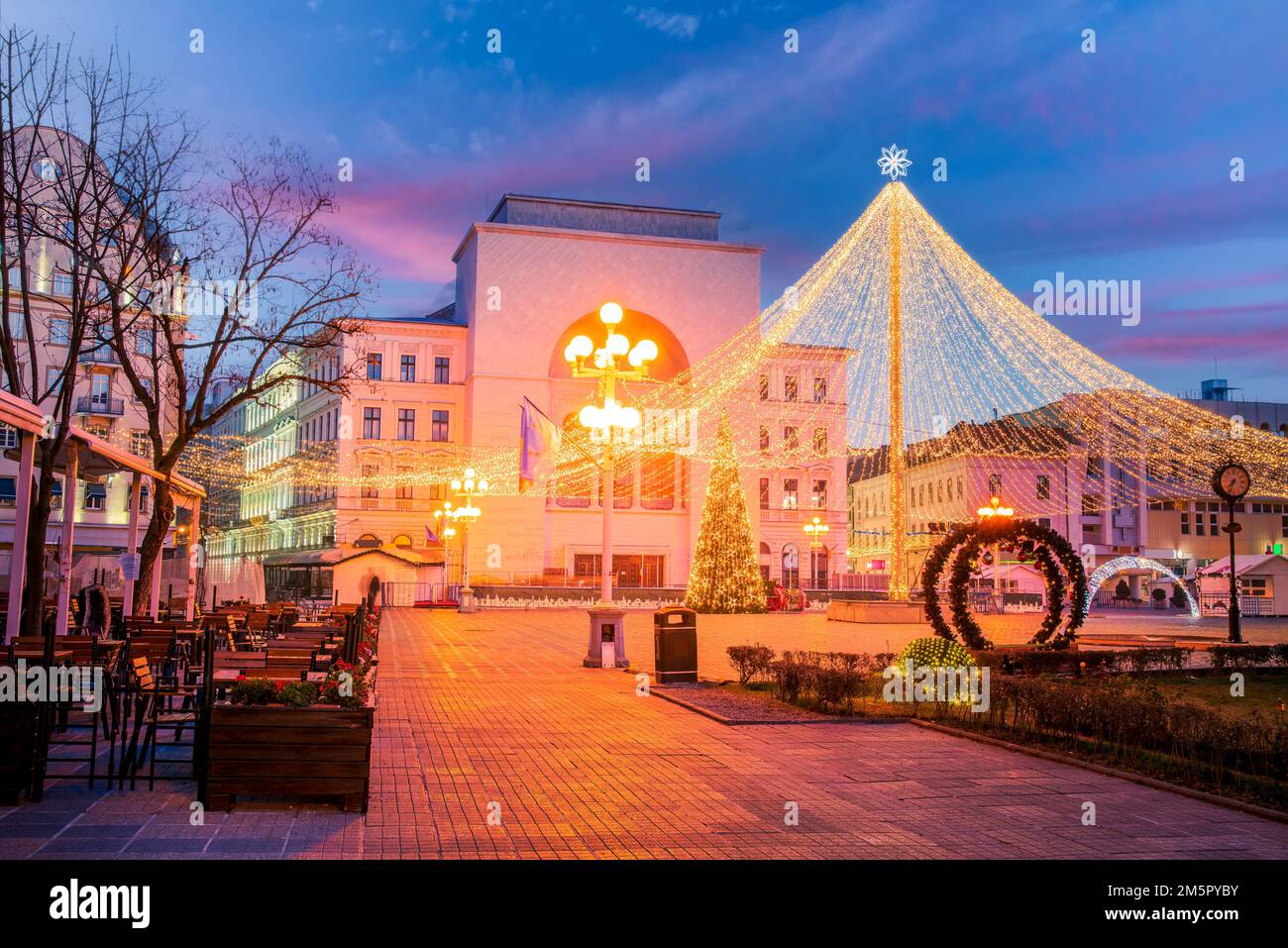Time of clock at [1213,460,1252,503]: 7:33
